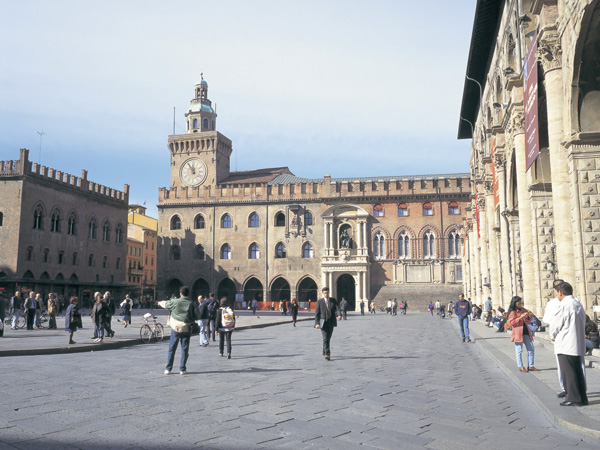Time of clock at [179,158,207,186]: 11:55
